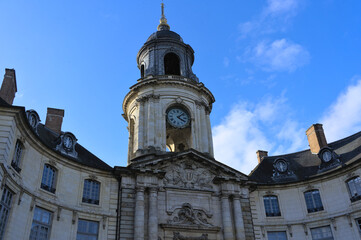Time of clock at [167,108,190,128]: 4:07
